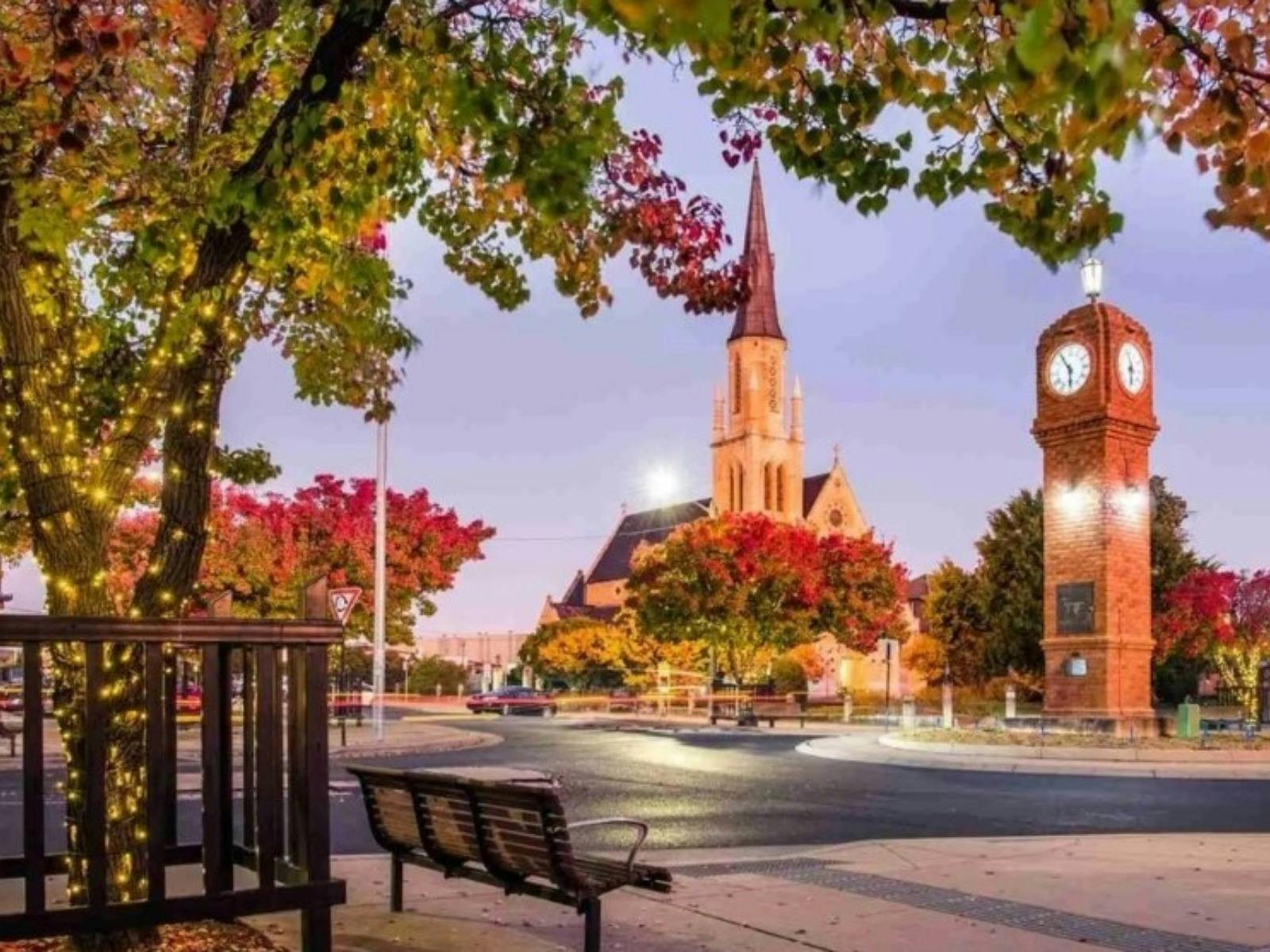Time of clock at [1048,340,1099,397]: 5:54
